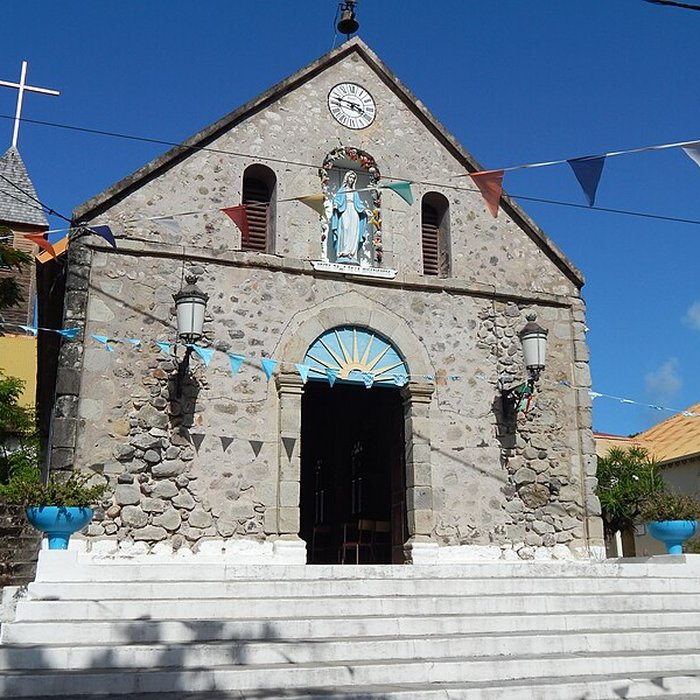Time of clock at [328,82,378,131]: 3:47
